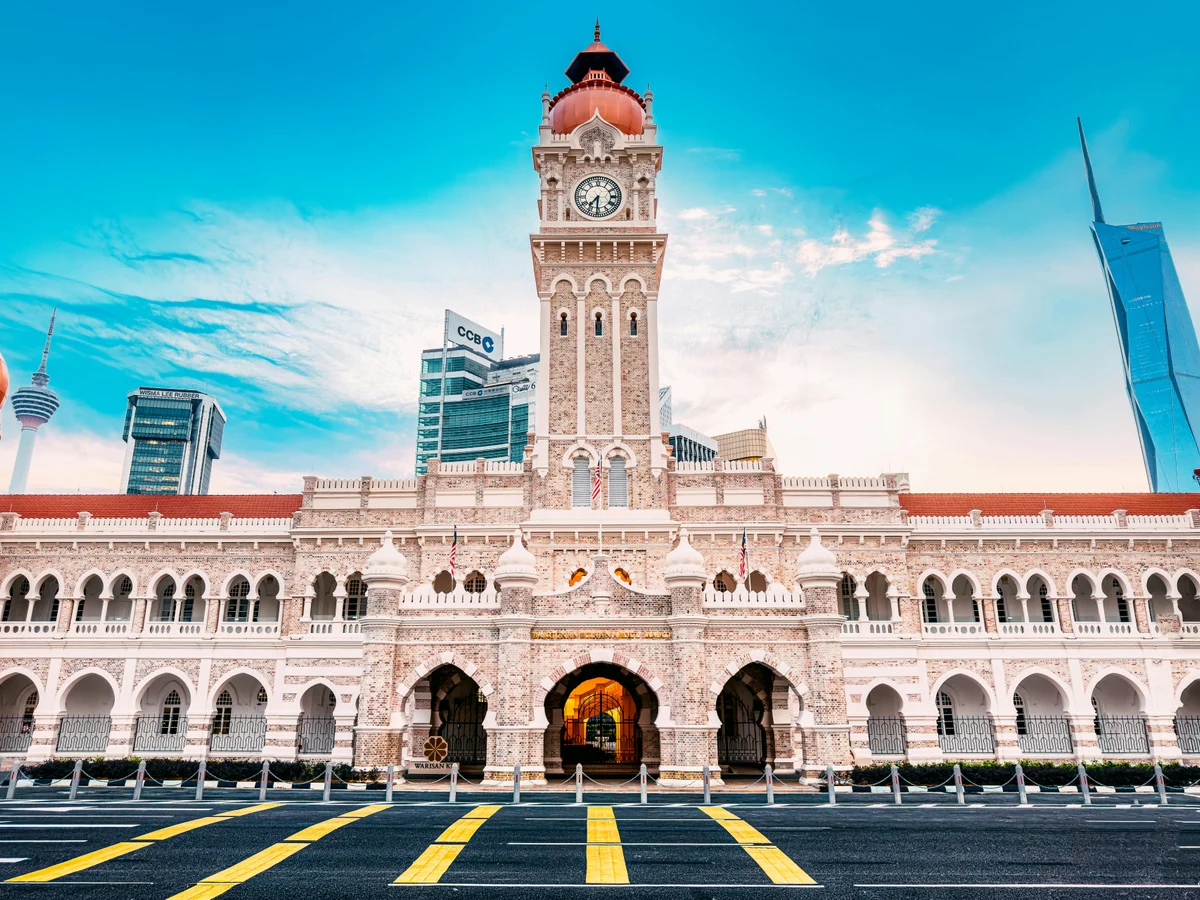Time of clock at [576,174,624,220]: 7:31
